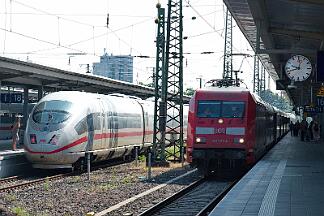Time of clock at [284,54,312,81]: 9:42
